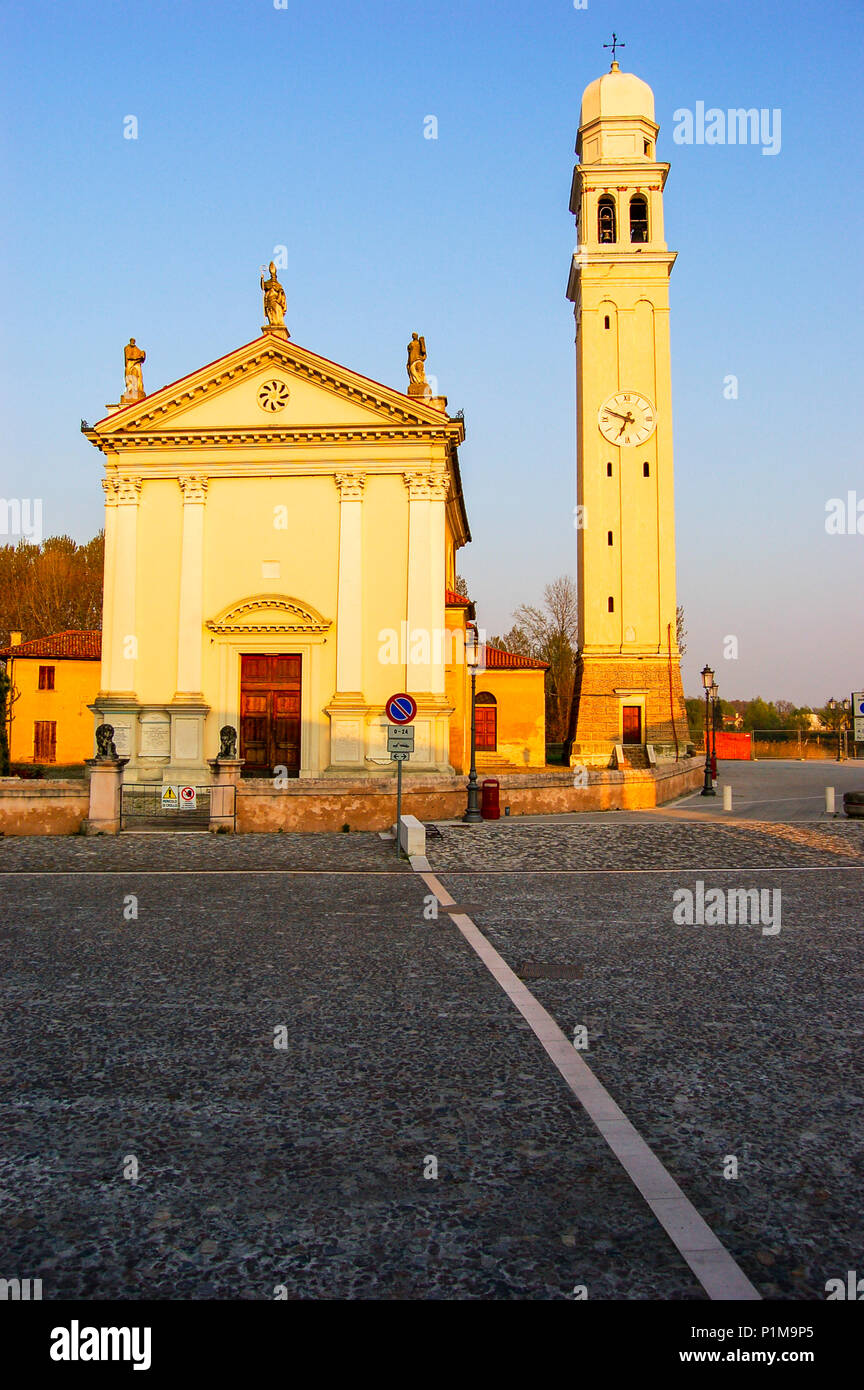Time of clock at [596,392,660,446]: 6:48
